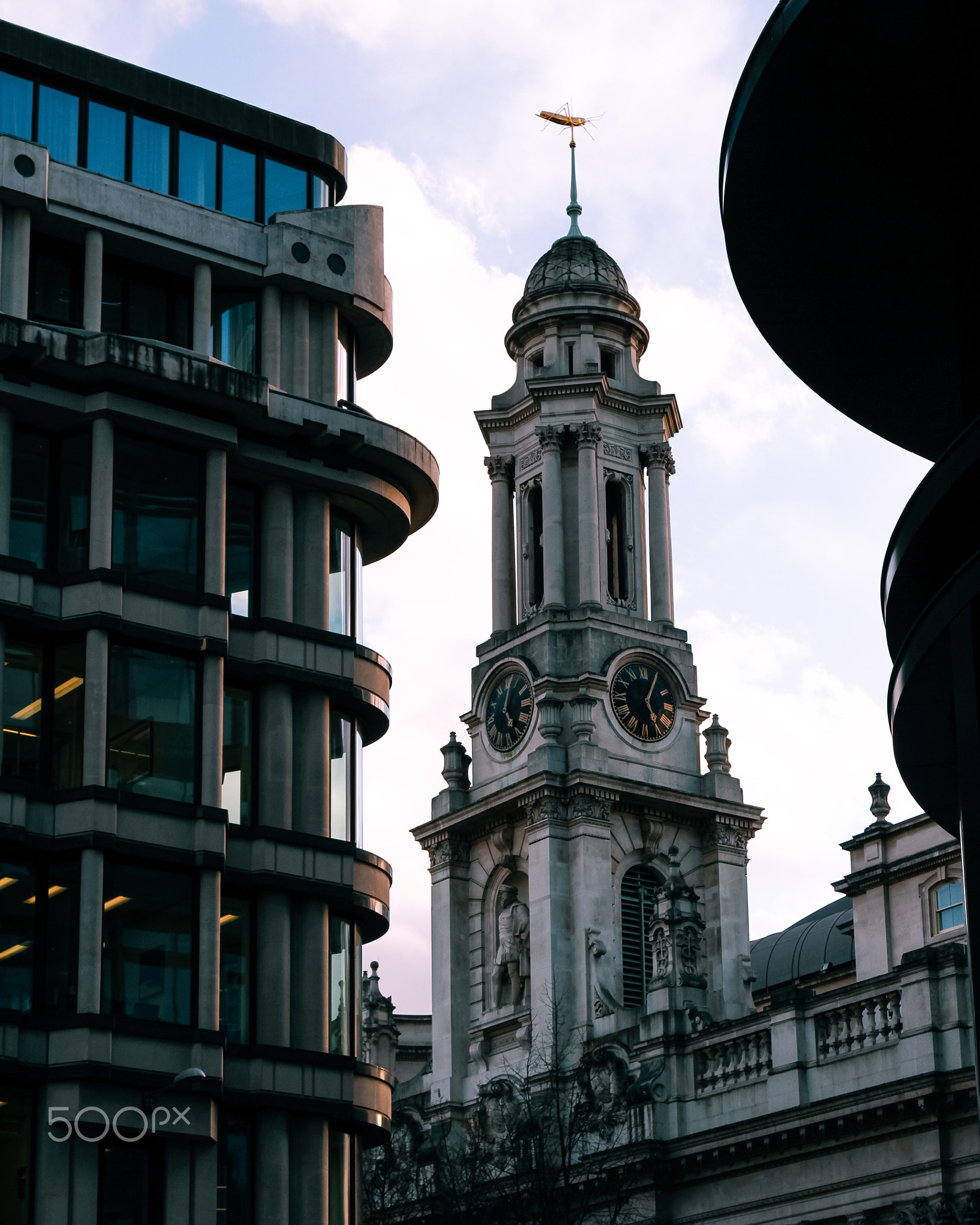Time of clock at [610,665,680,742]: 5:04
